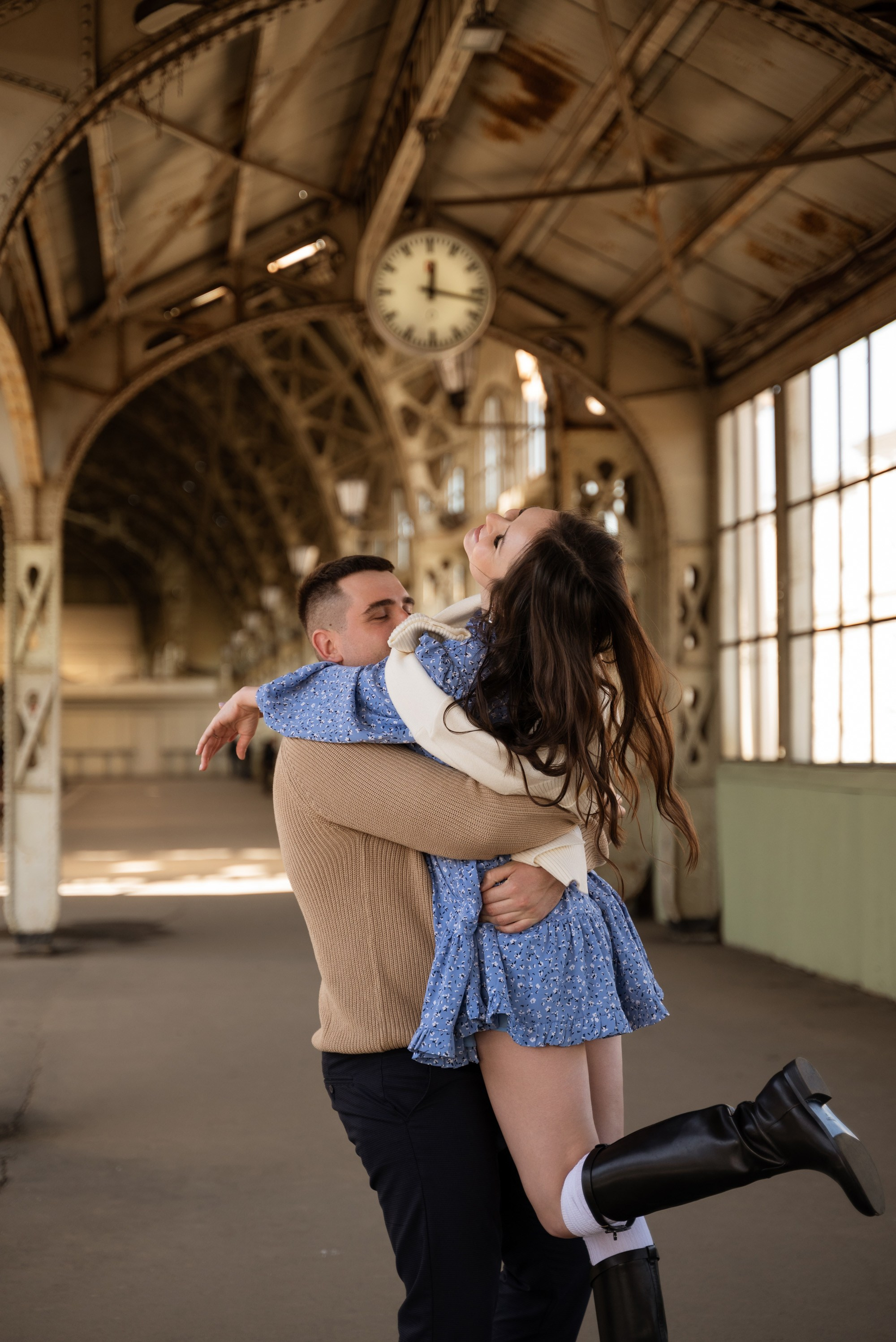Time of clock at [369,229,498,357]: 12:17
